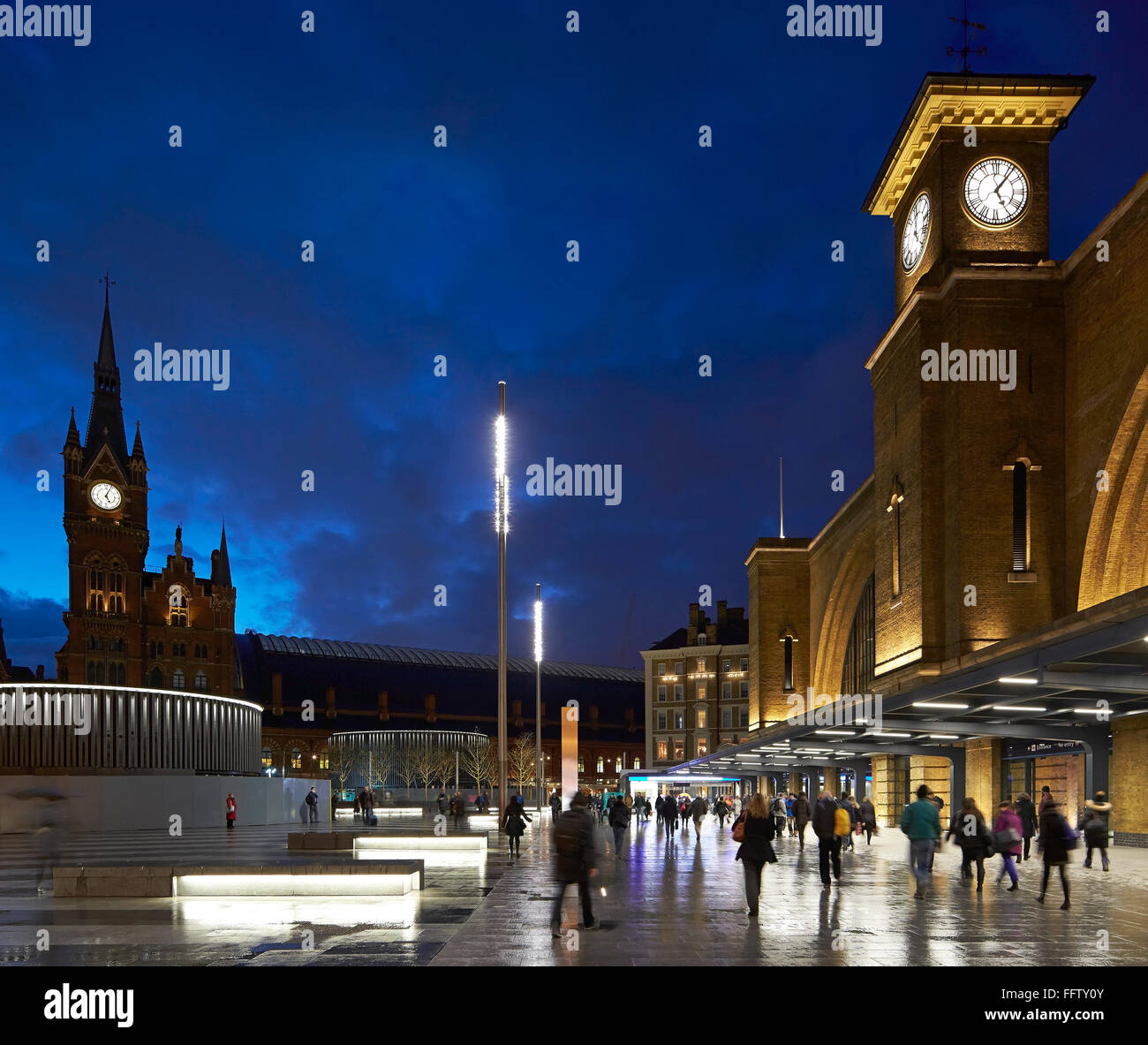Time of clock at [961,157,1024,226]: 5:06
